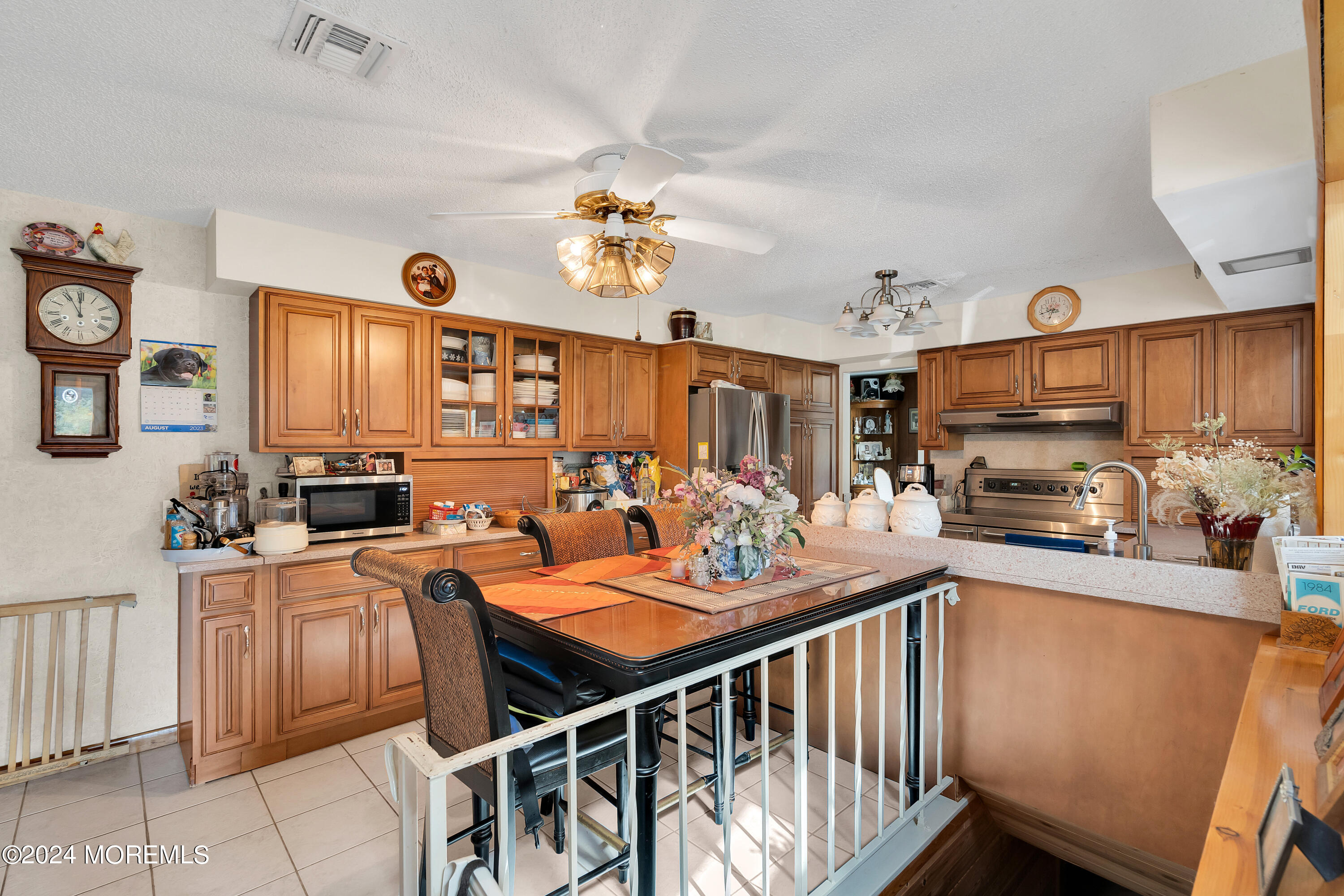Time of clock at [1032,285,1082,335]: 6:42
